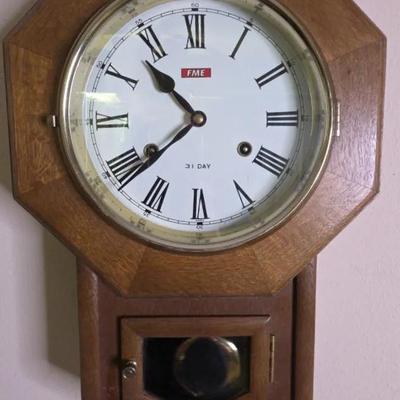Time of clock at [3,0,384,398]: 10:38
